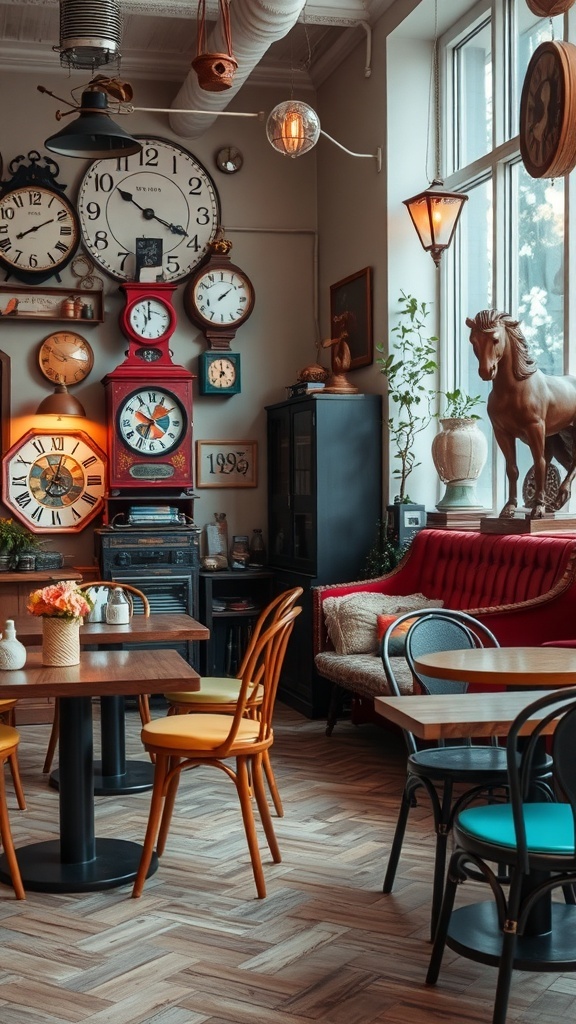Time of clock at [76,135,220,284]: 10:19
